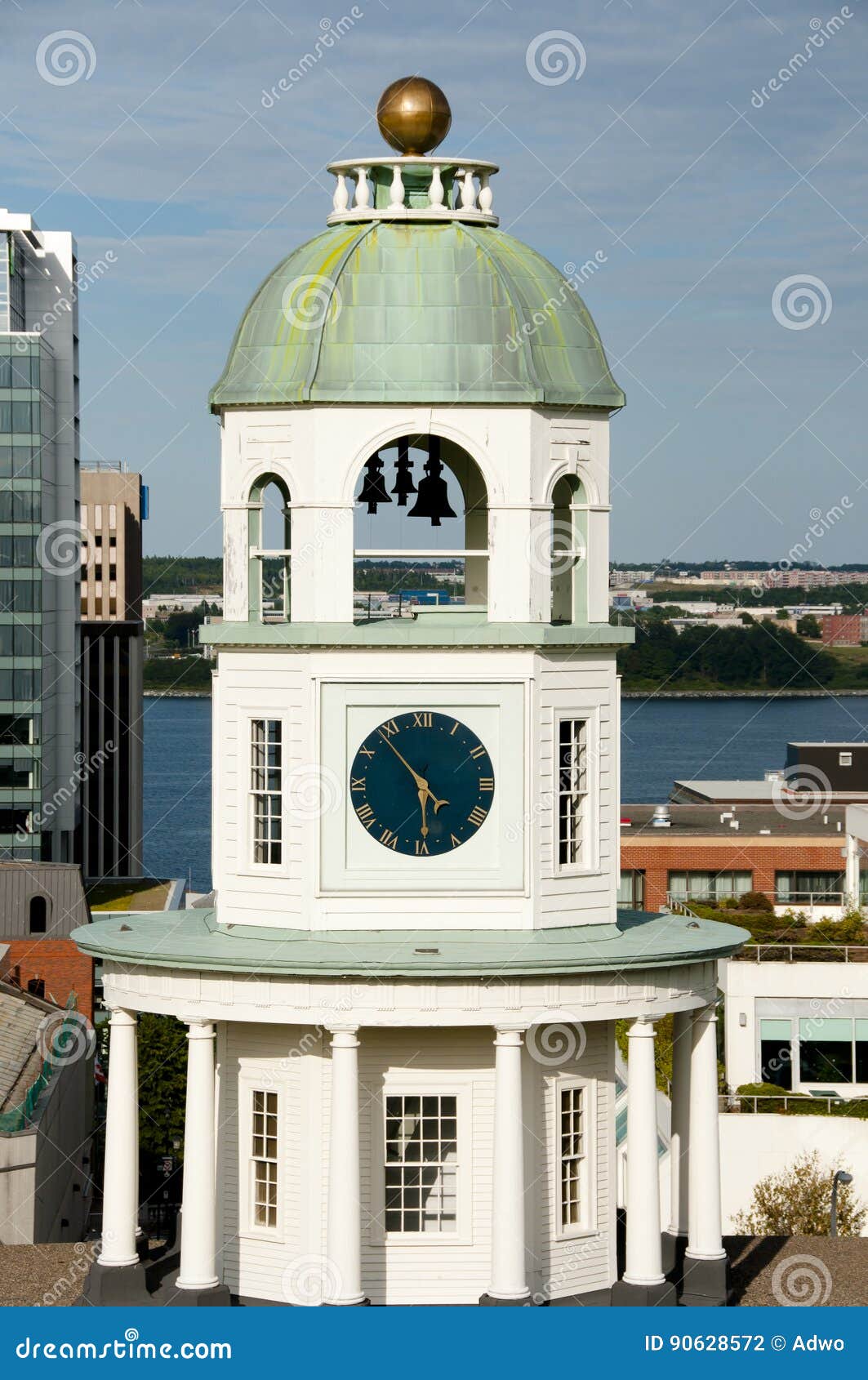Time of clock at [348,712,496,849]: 5:53
